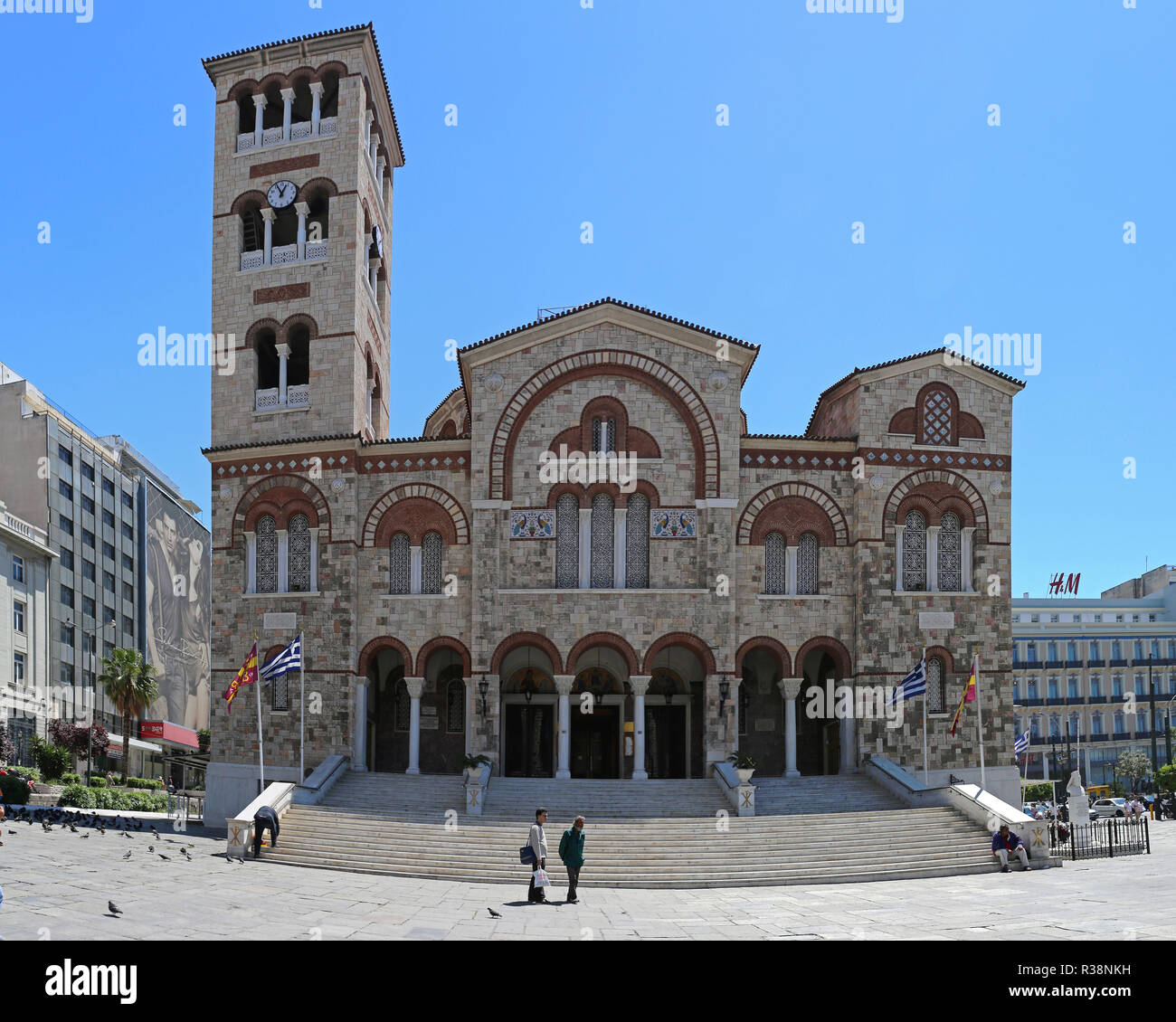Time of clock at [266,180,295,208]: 12:55
